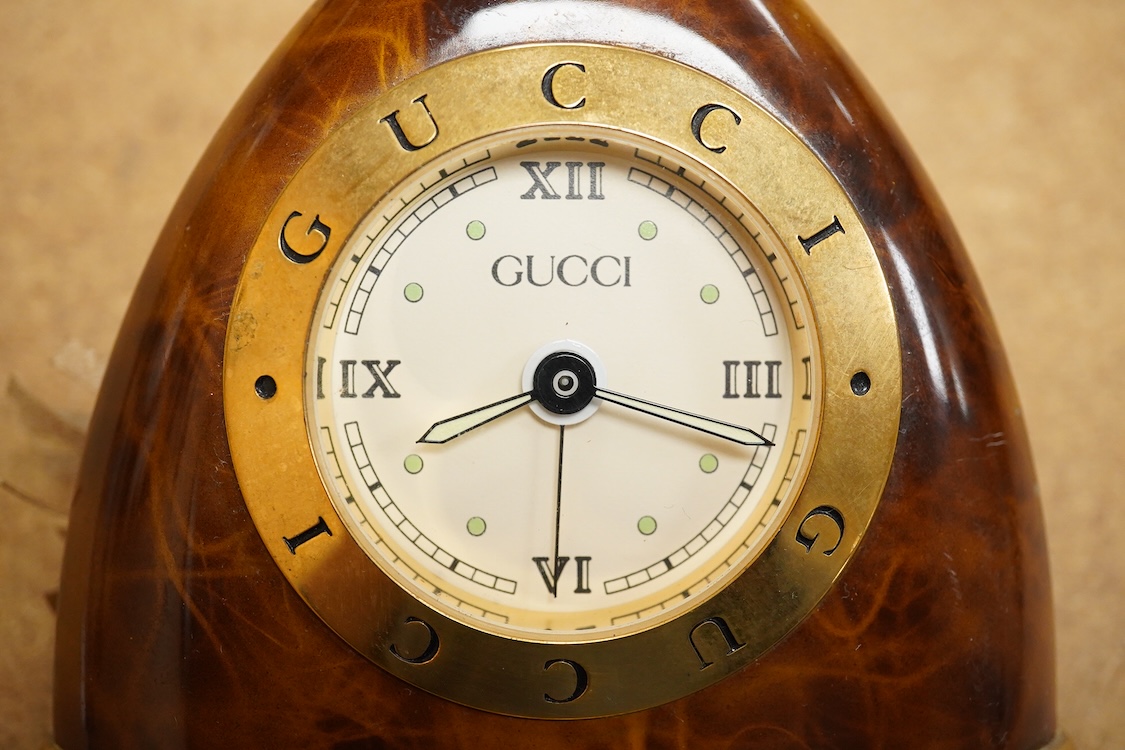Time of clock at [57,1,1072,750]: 8:18
